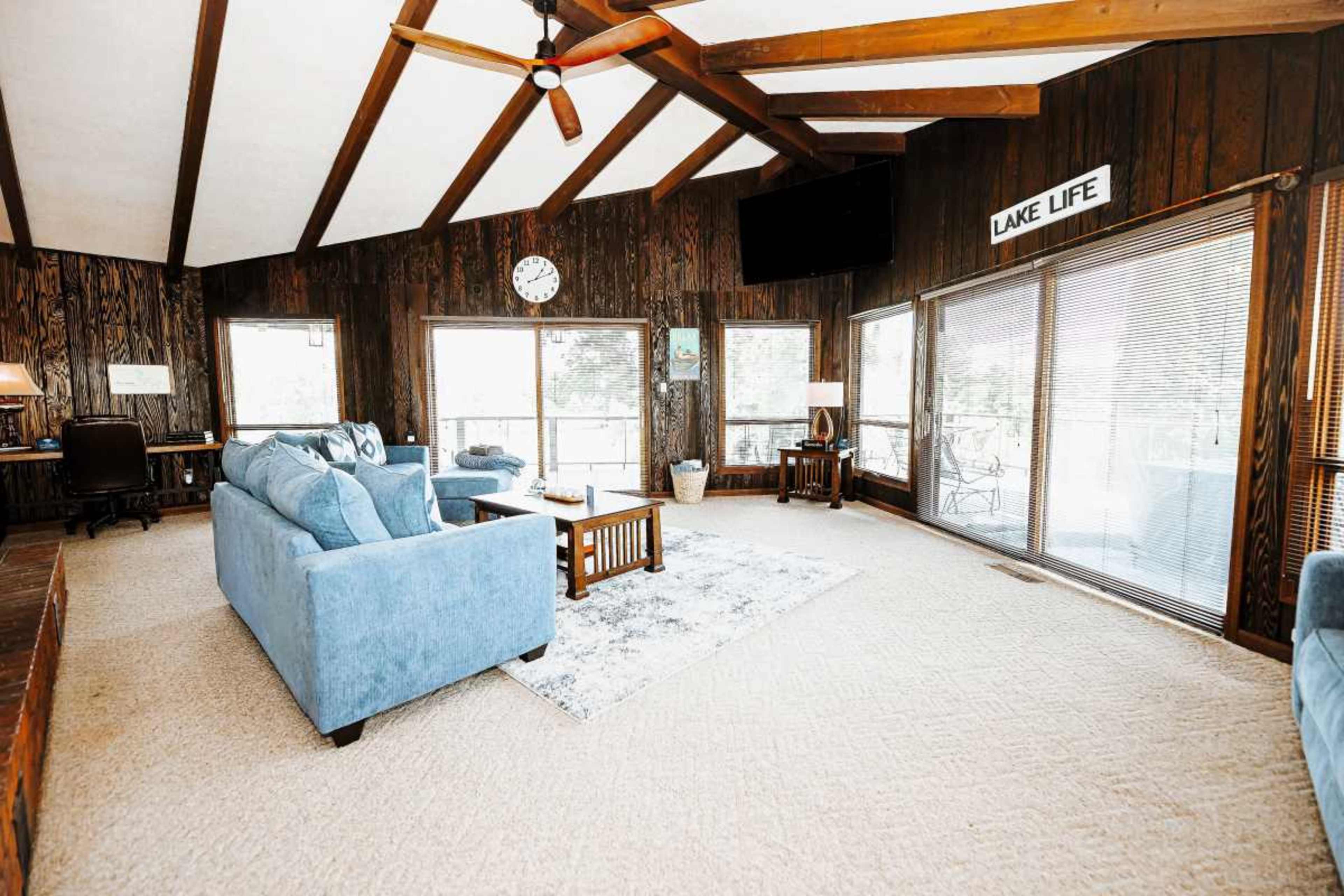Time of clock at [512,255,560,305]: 1:11
